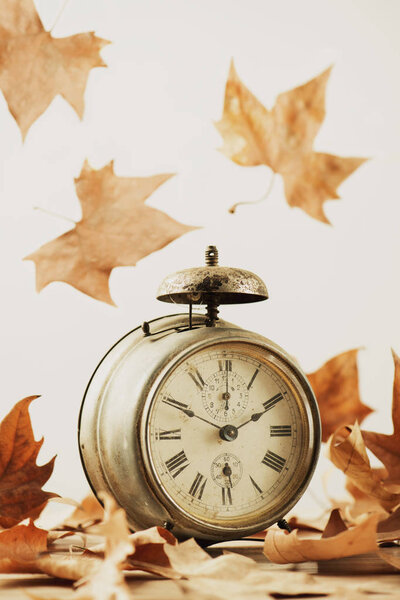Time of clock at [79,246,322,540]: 1:49
